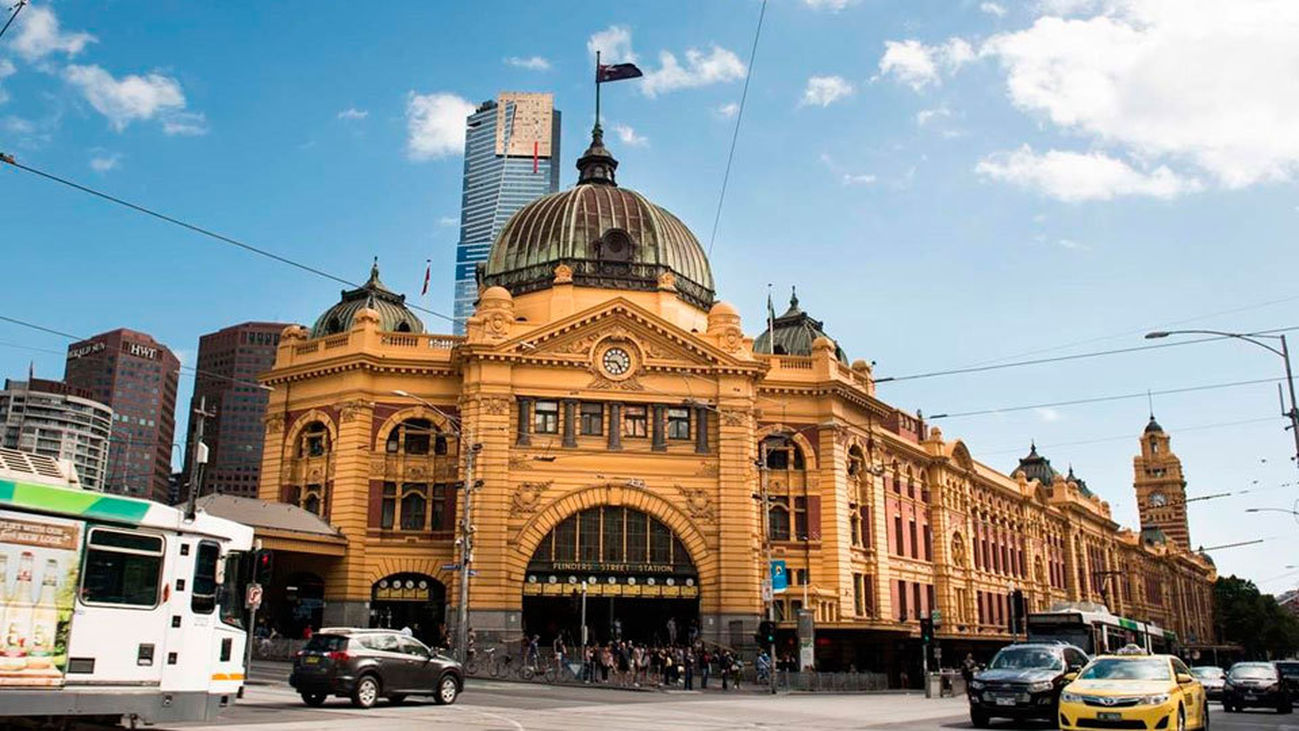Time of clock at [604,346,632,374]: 4:44
